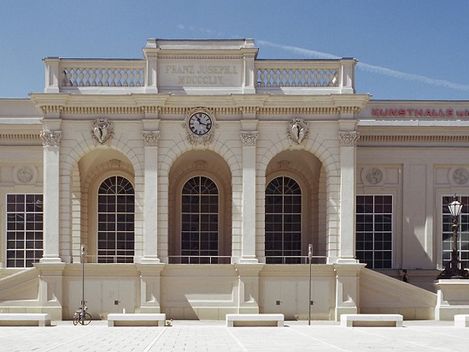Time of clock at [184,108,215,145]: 11:17
